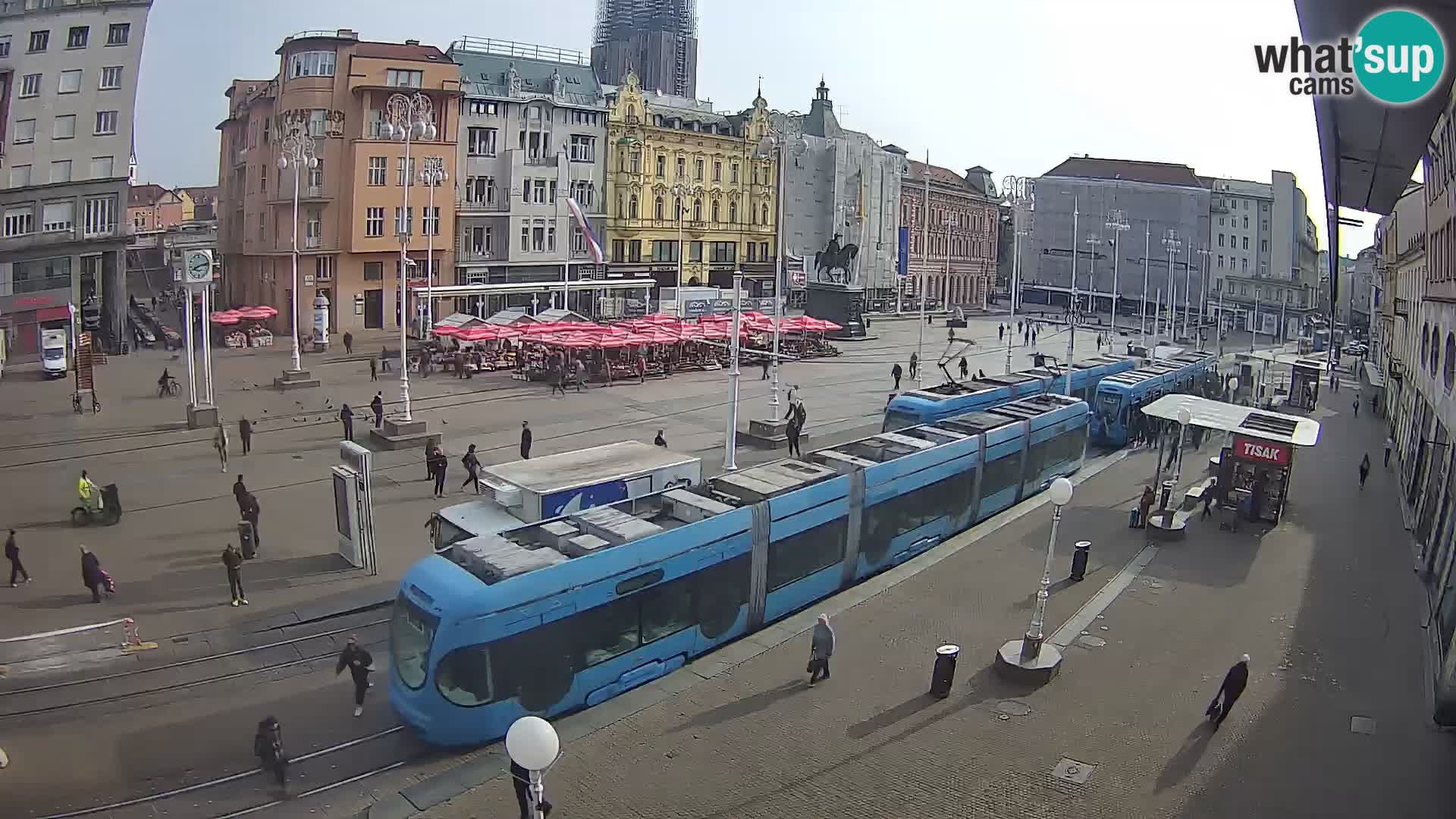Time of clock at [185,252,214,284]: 8:12
